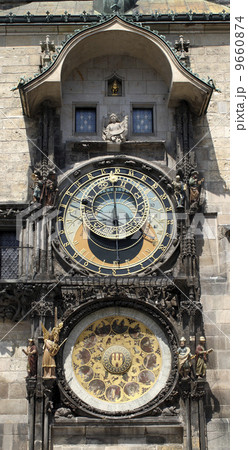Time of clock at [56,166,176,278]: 5:59
